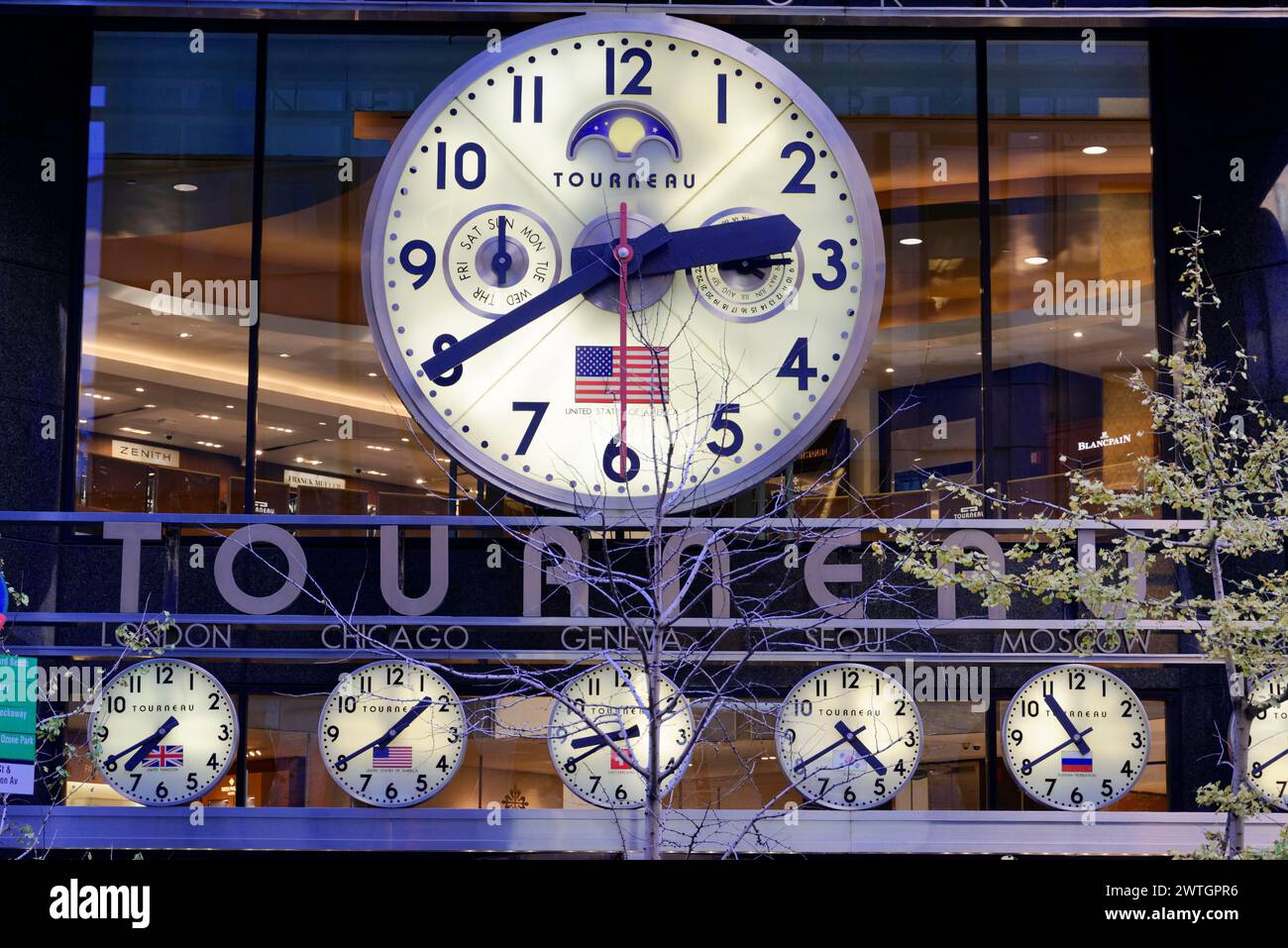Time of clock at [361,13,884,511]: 2:40
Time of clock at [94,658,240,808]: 7:40
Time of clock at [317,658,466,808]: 1:40
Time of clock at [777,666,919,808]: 4:39
